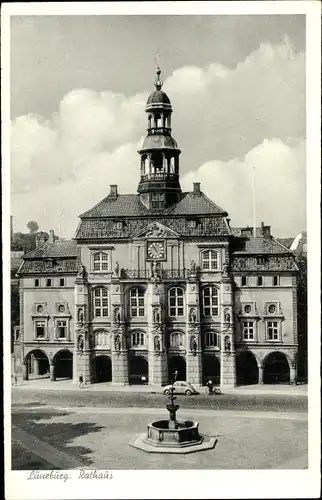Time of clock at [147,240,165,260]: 10:53
